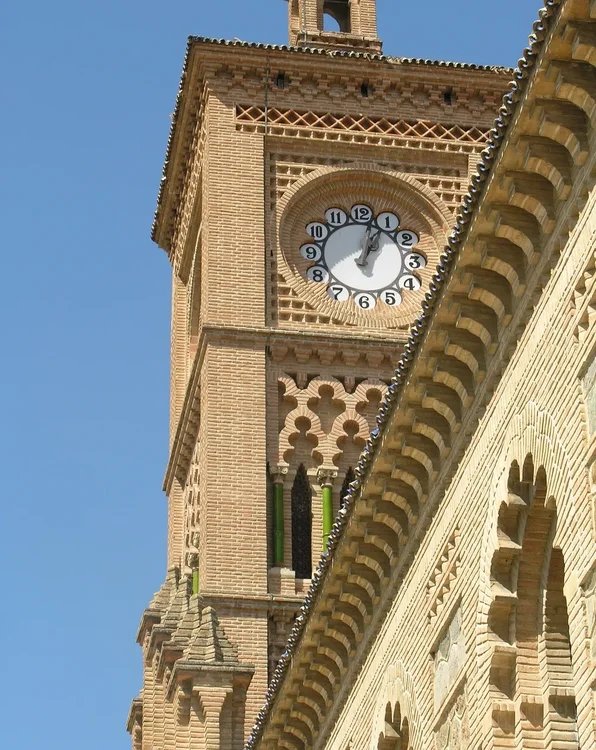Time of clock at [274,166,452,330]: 1:02
